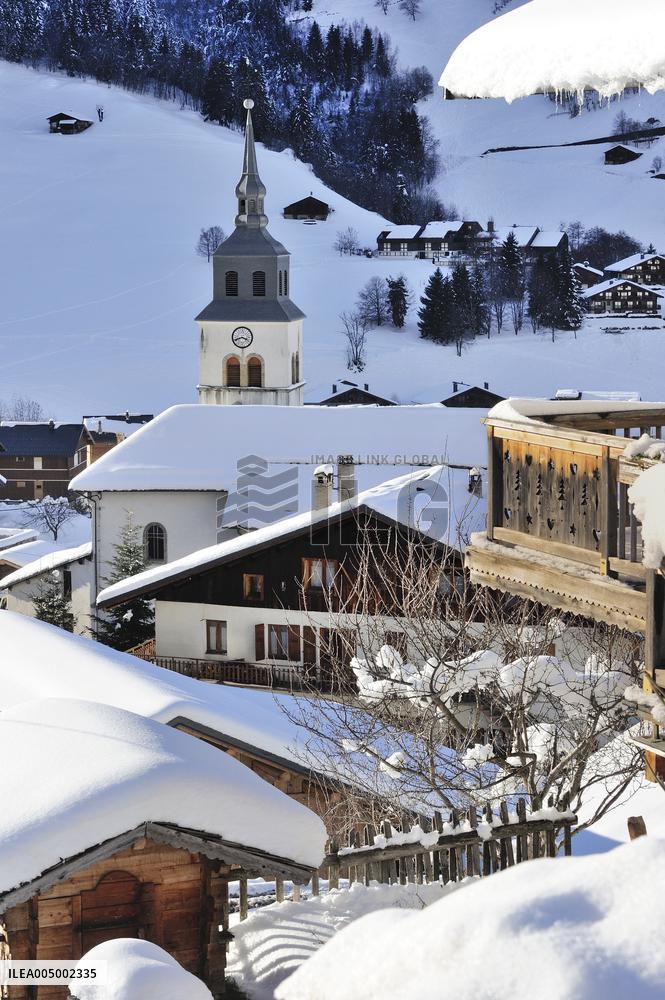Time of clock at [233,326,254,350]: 3:41
